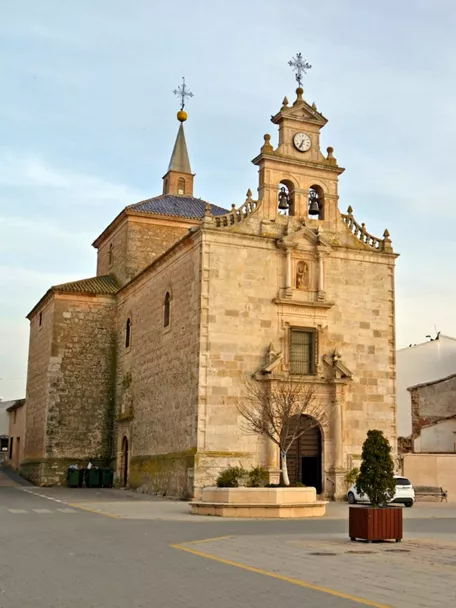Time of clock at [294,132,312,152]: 6:34
